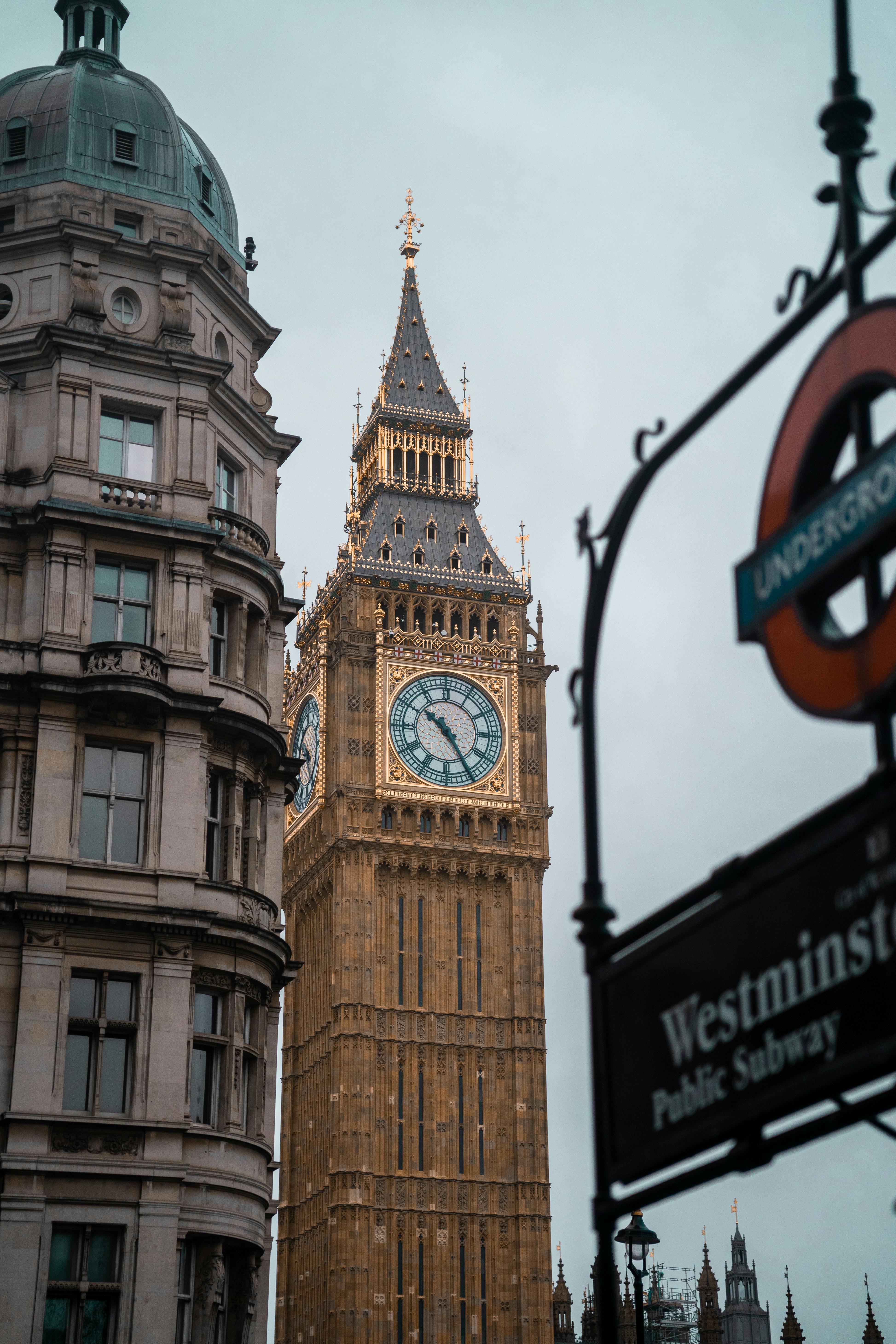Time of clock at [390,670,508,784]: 10:24
